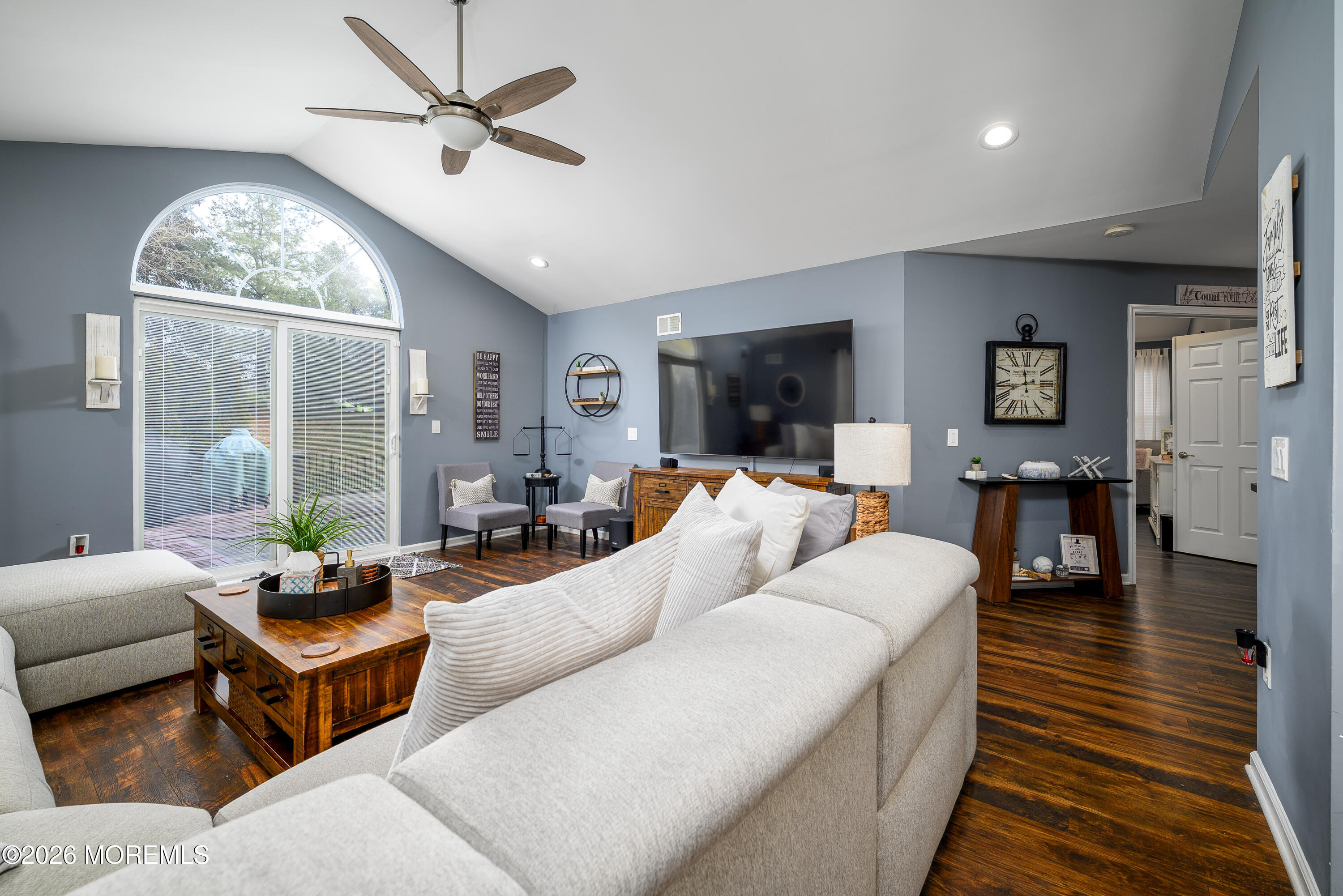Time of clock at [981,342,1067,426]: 11:42
